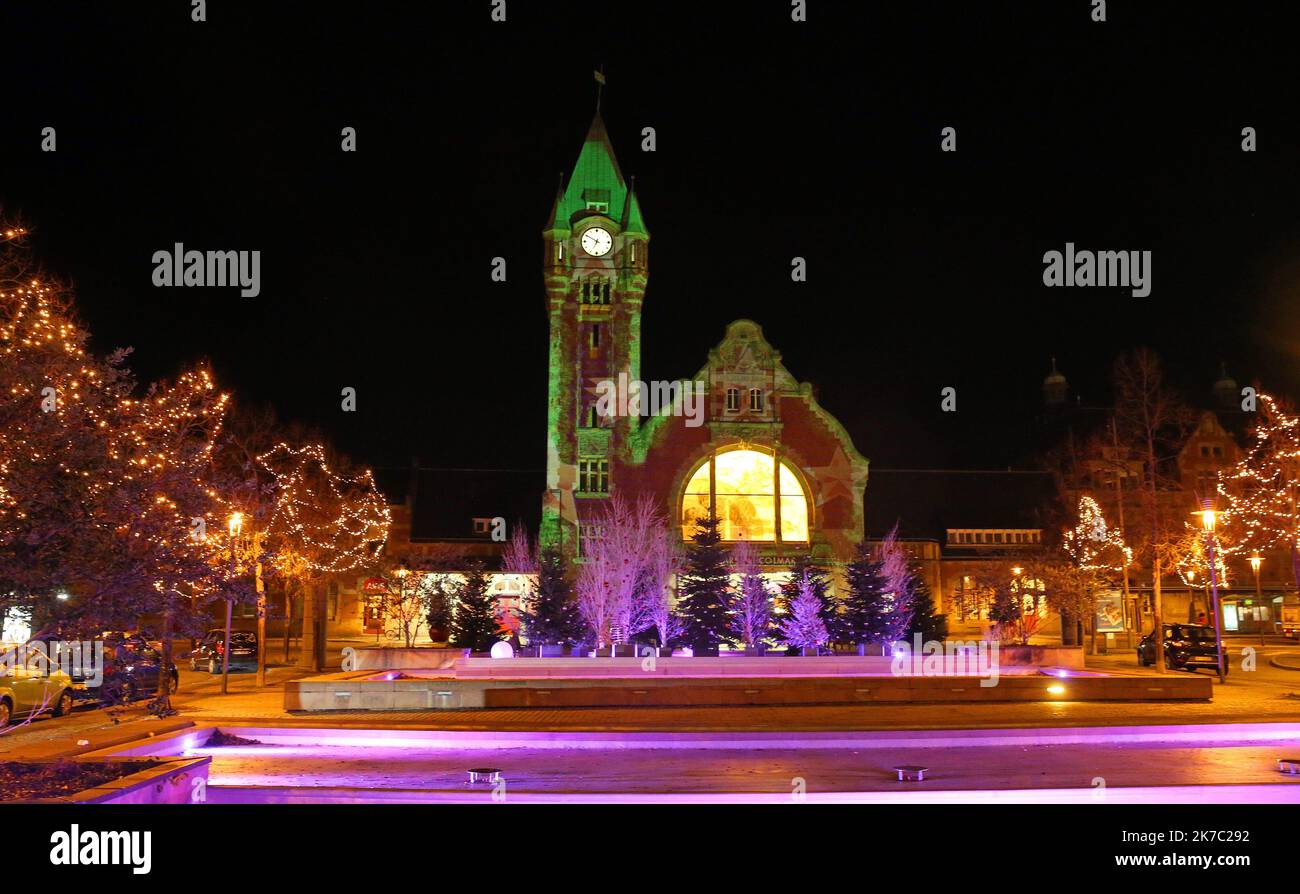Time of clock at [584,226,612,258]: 6:50
